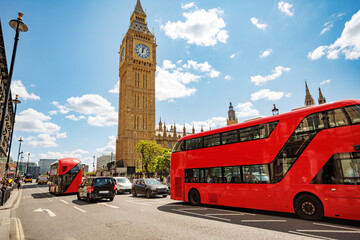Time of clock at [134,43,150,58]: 12:03
